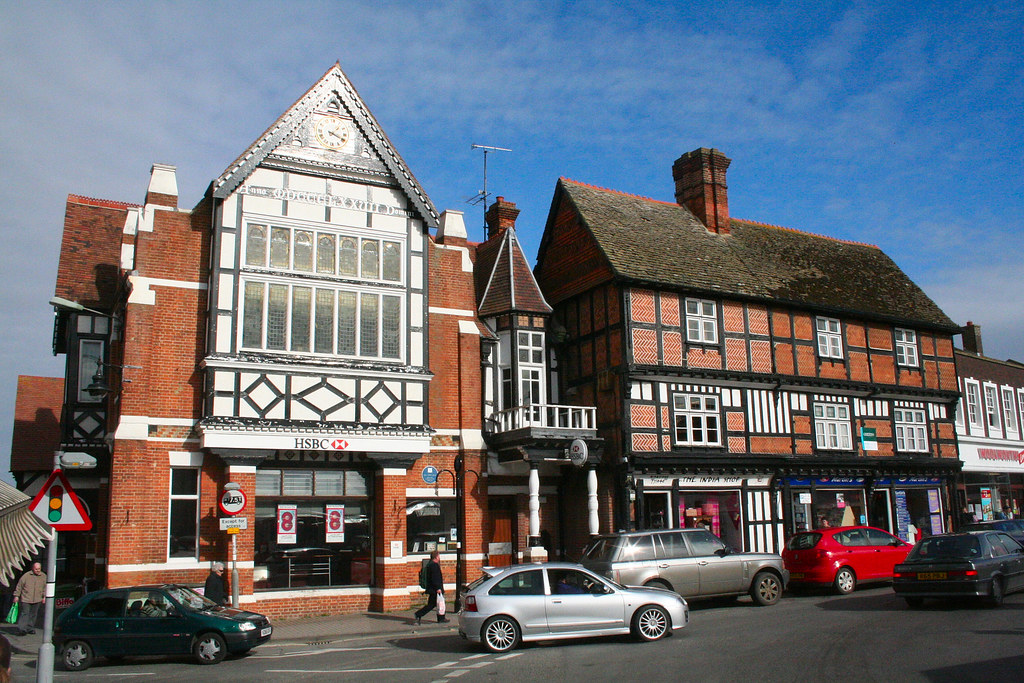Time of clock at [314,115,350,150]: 1:18
